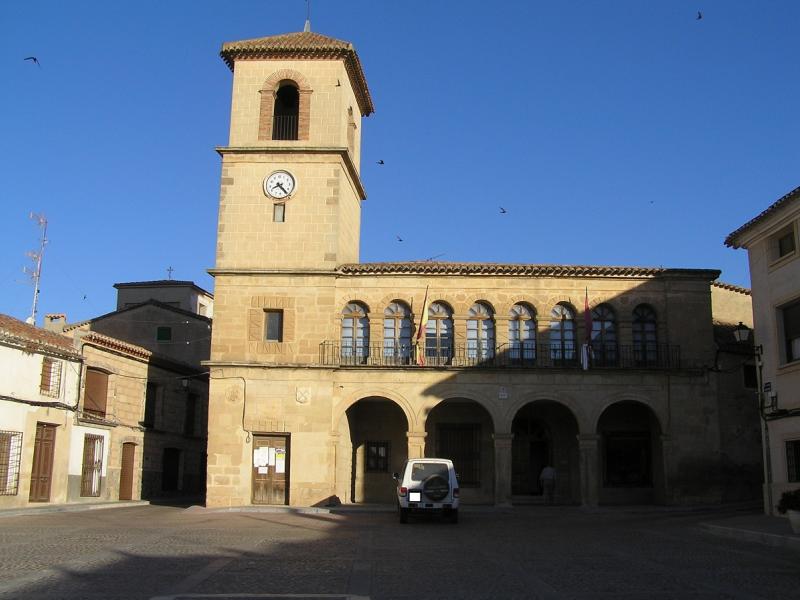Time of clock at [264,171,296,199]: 8:23
